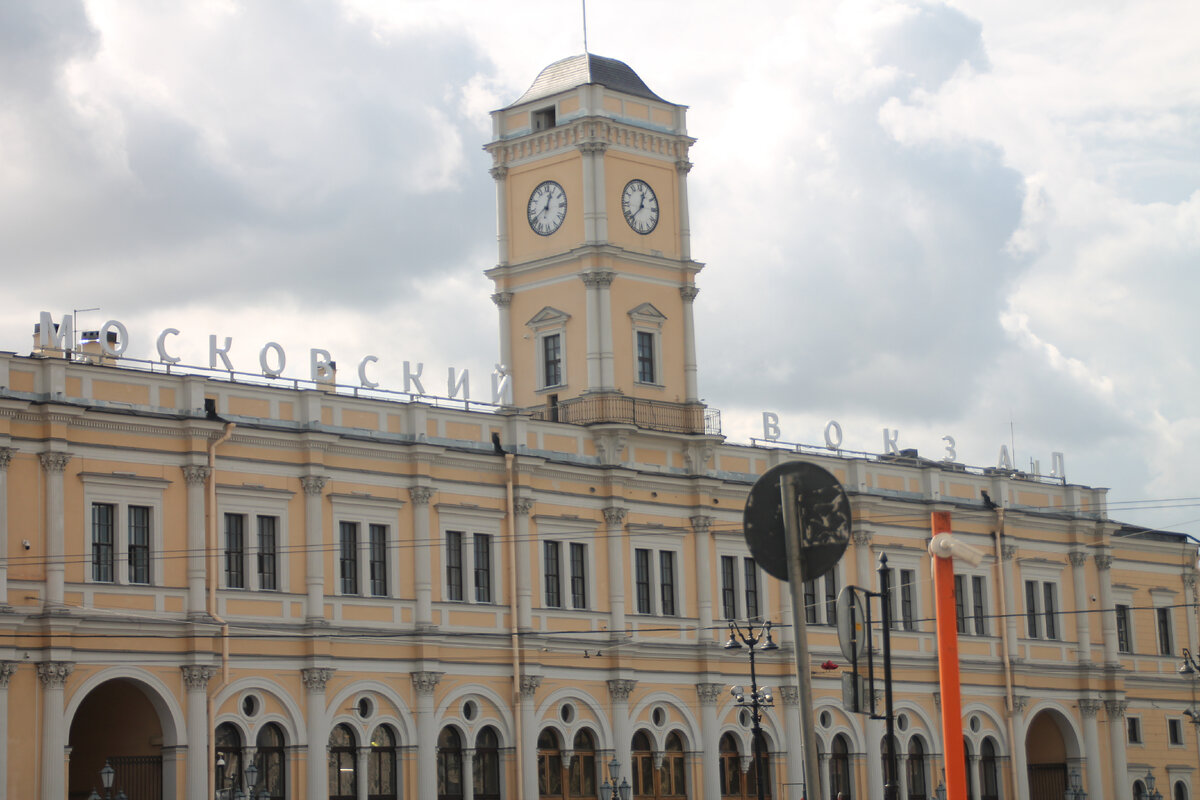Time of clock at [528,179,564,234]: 12:39
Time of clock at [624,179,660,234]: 12:37
